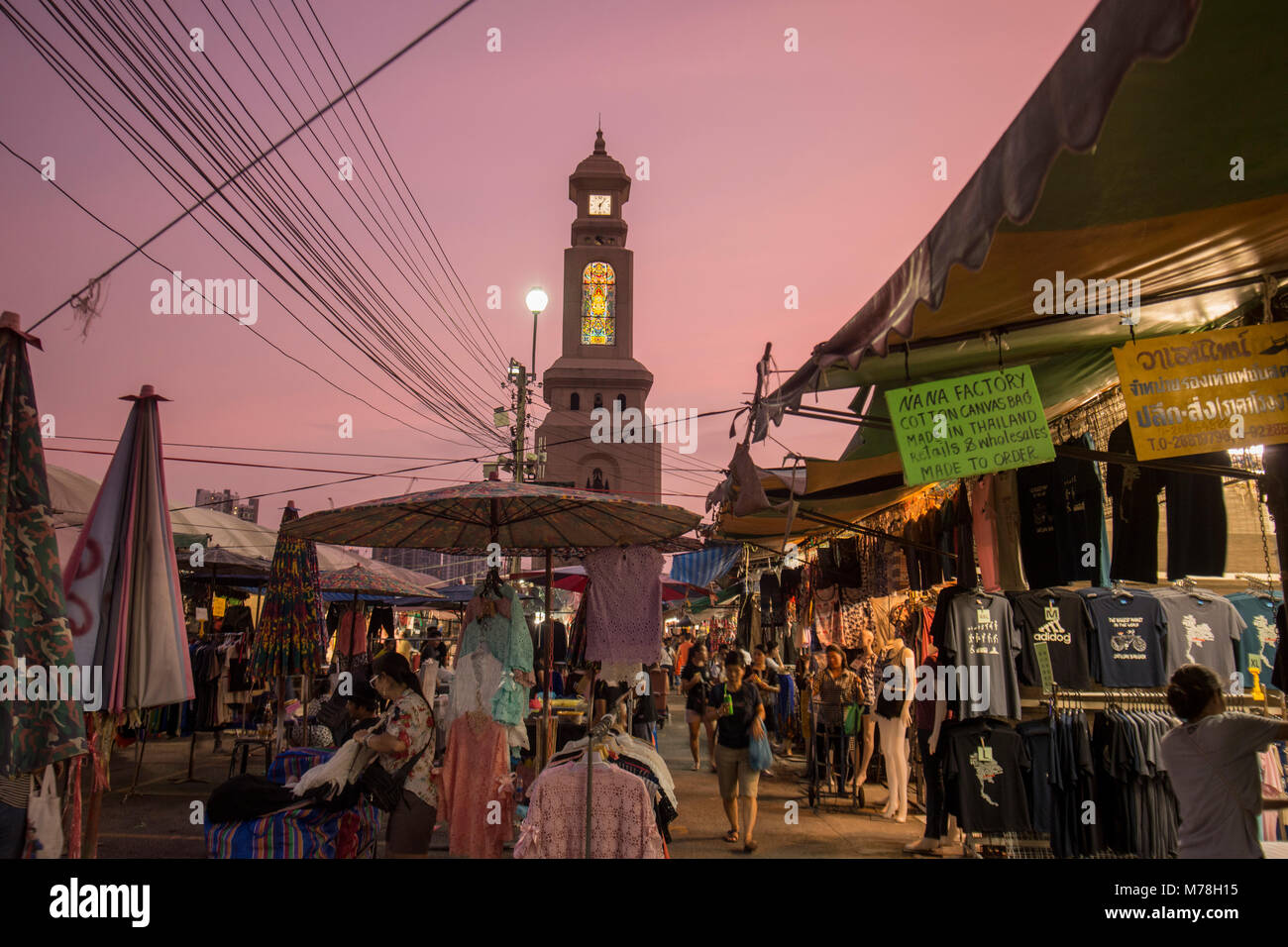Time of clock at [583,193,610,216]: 6:06
